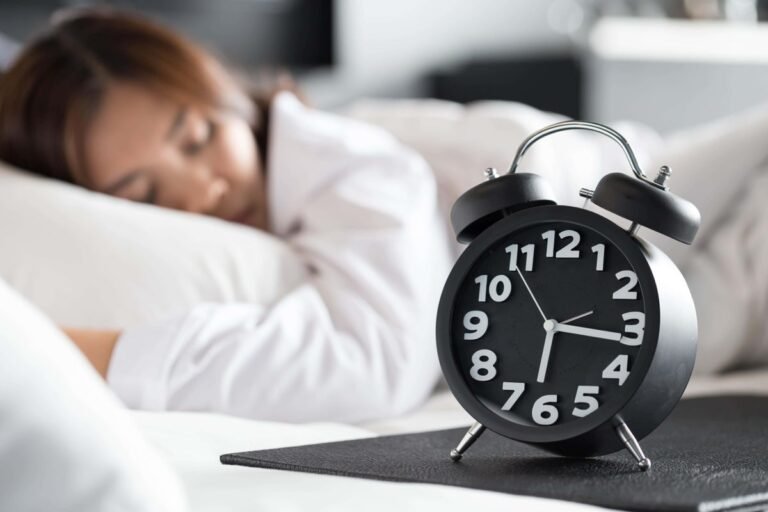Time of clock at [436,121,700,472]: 6:16
